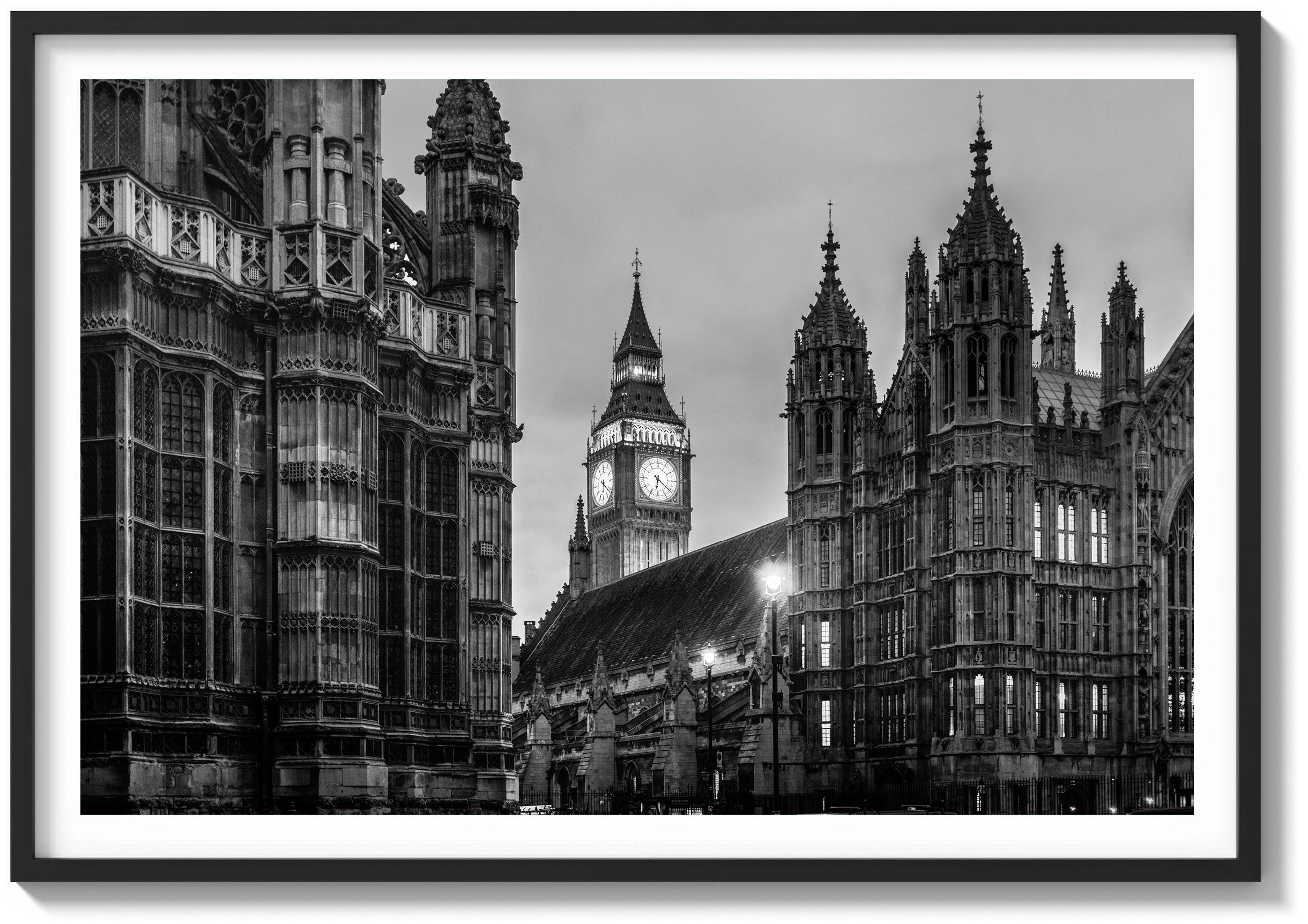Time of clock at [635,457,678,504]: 6:21
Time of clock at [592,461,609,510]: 6:21
